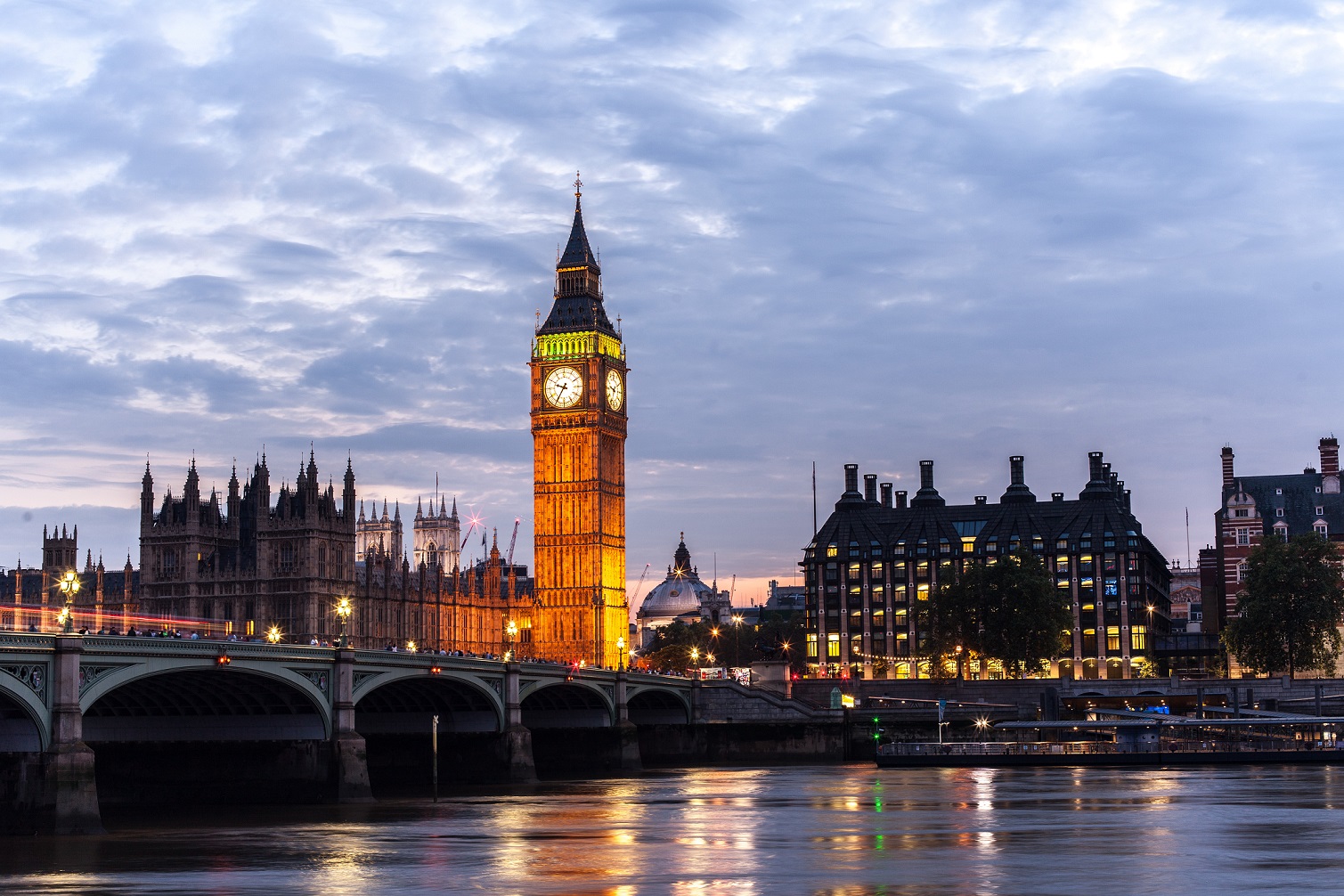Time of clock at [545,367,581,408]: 9:35
